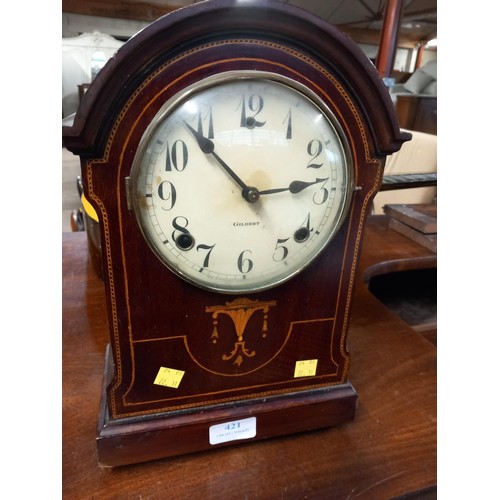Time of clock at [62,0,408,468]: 2:53
